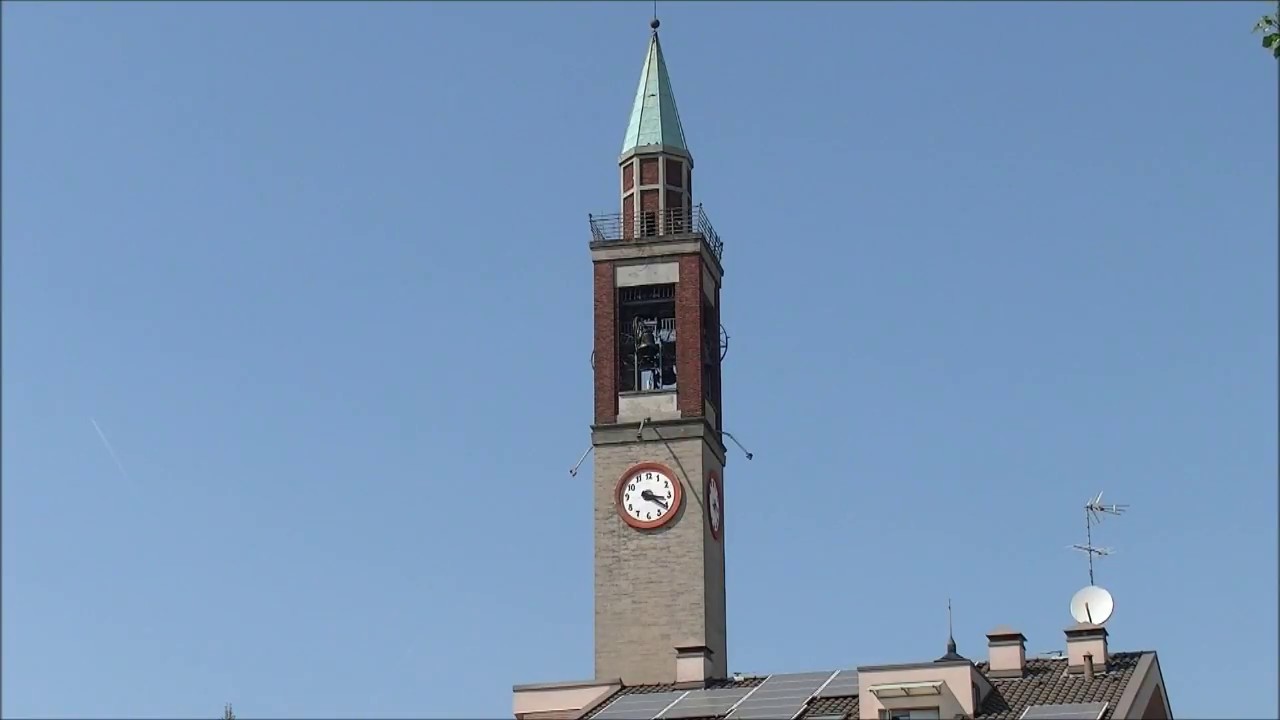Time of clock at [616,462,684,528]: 3:20
